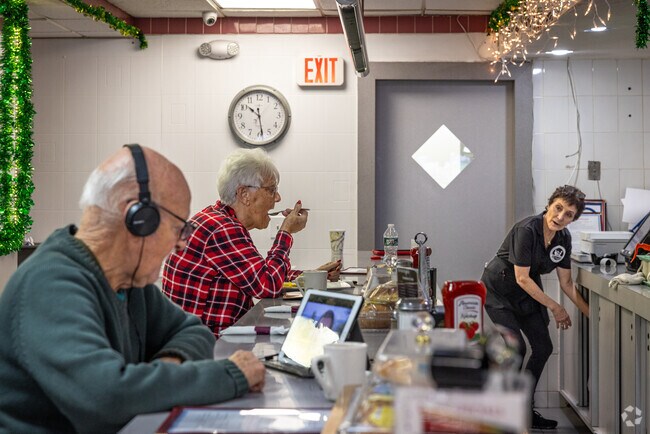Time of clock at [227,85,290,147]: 10:28
